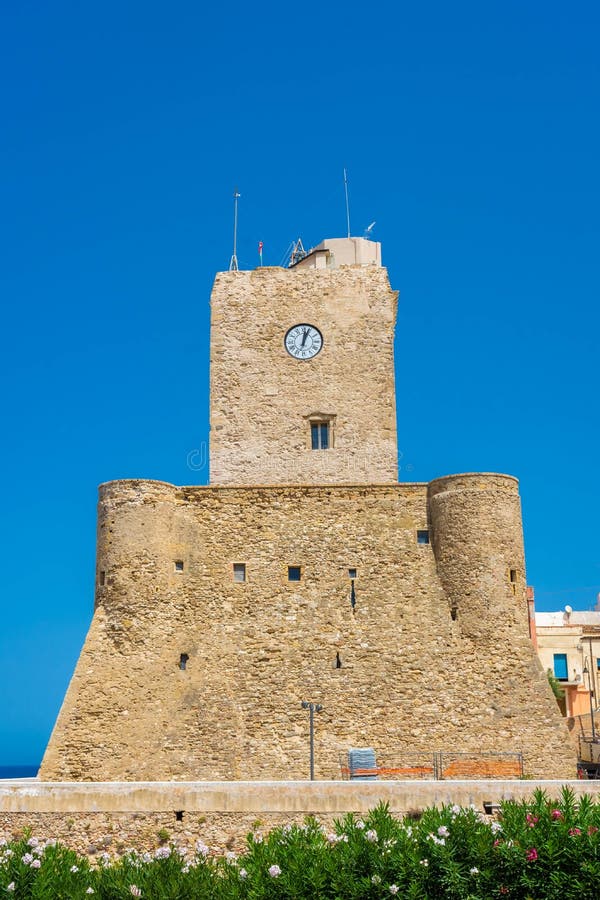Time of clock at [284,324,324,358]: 12:03
